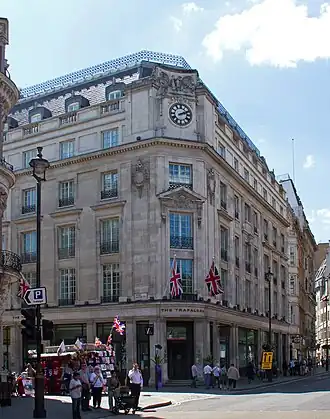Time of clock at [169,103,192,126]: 2:11
